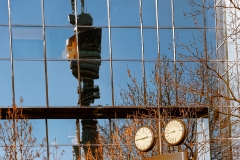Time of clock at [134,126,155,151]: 2:45
